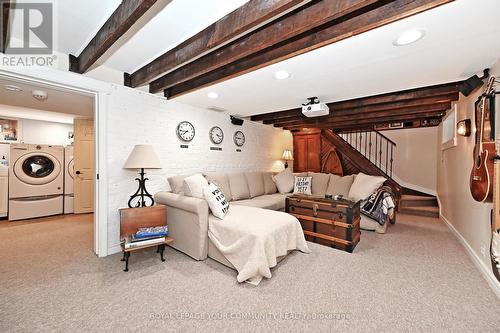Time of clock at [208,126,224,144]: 3:22
